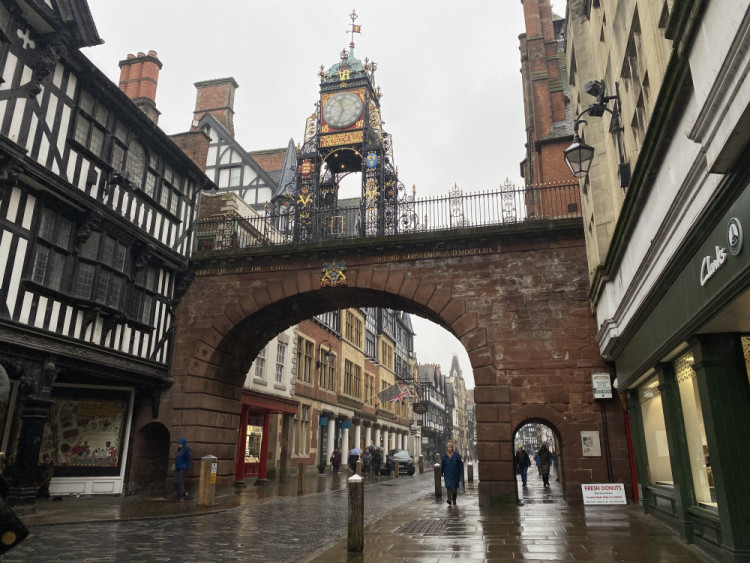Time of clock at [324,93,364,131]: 11:33
